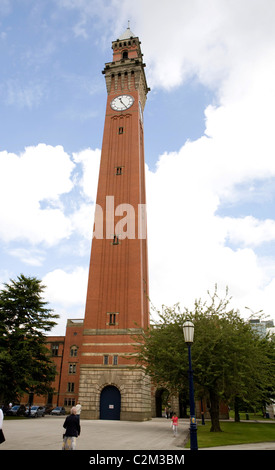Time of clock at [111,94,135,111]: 11:24
